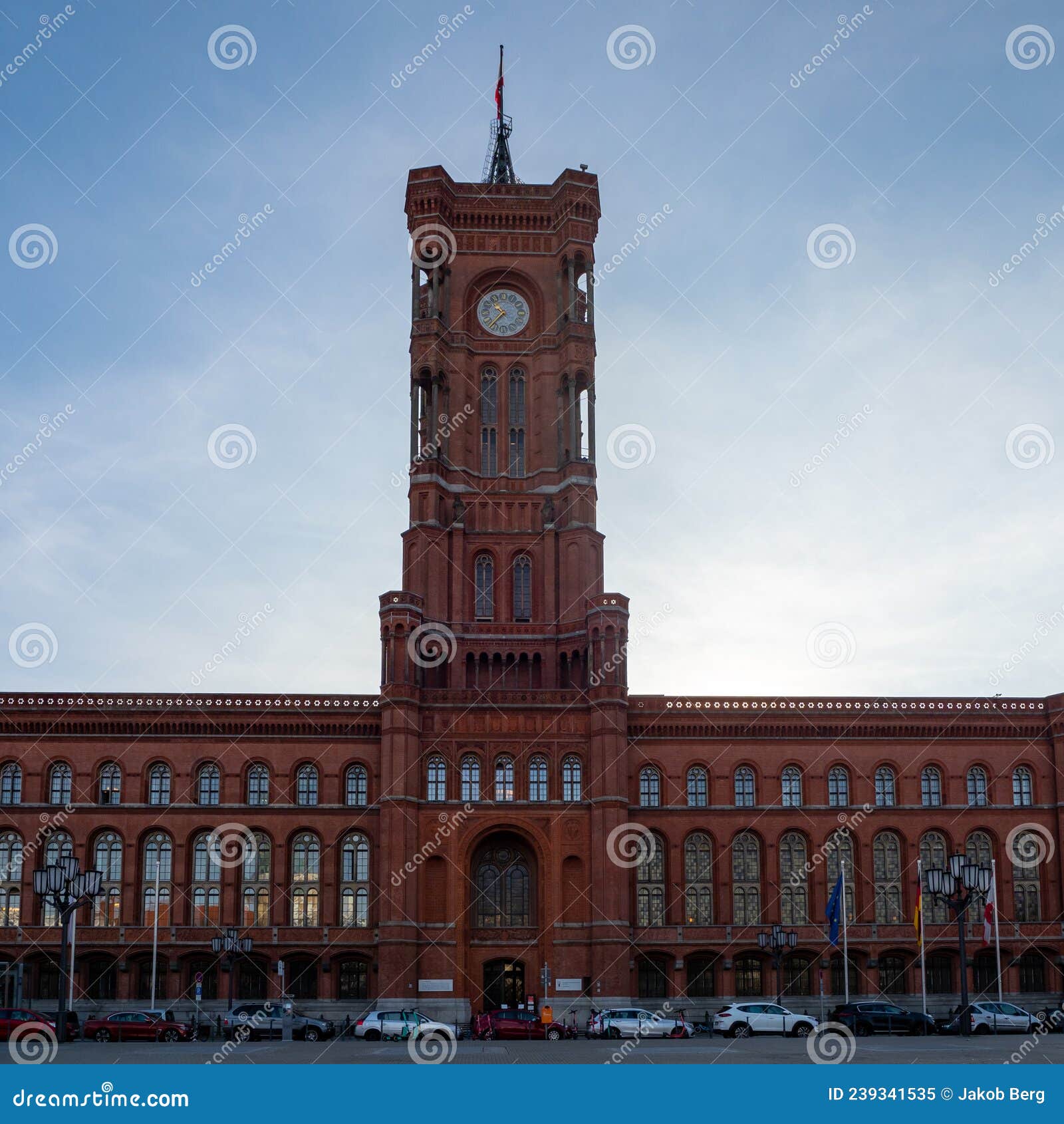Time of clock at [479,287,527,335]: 10:36
